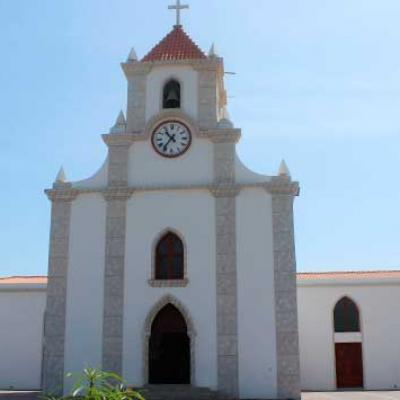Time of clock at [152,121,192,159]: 10:36
